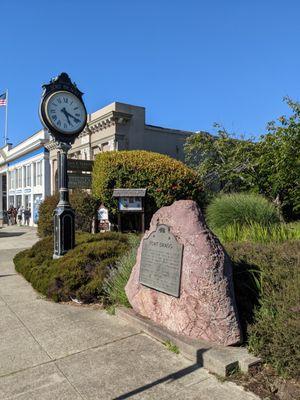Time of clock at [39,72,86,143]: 5:18
